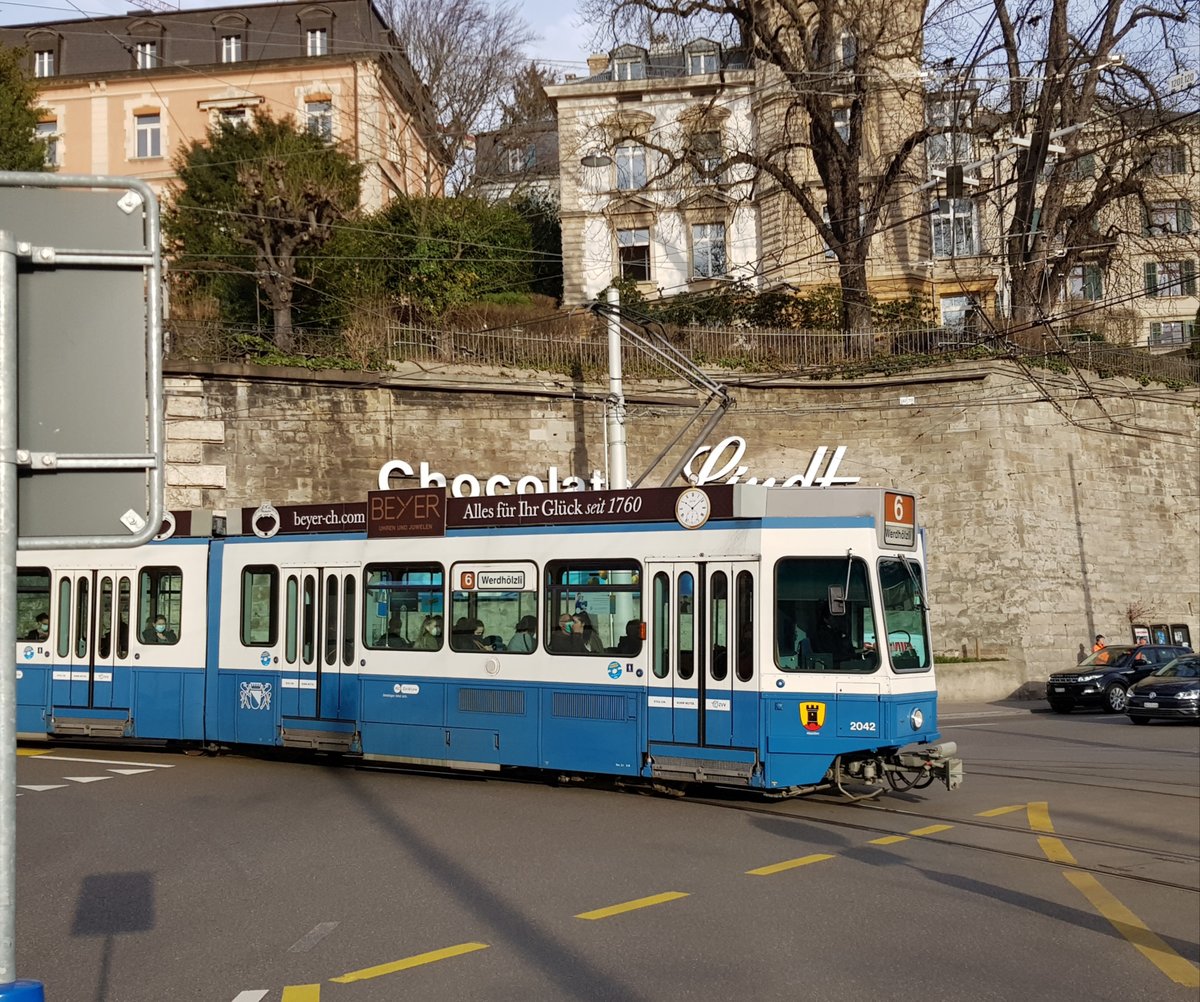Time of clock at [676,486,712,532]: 10:08
